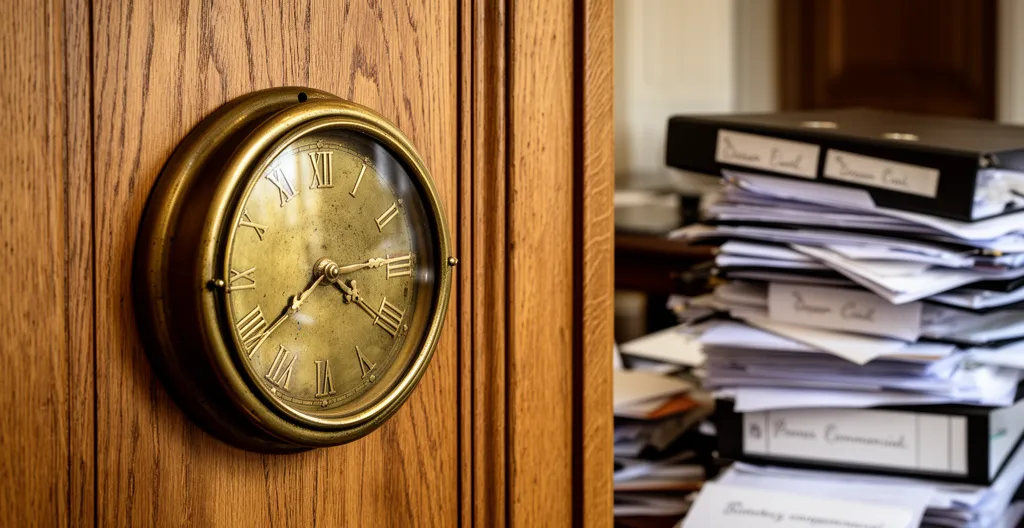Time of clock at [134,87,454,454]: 3:39
